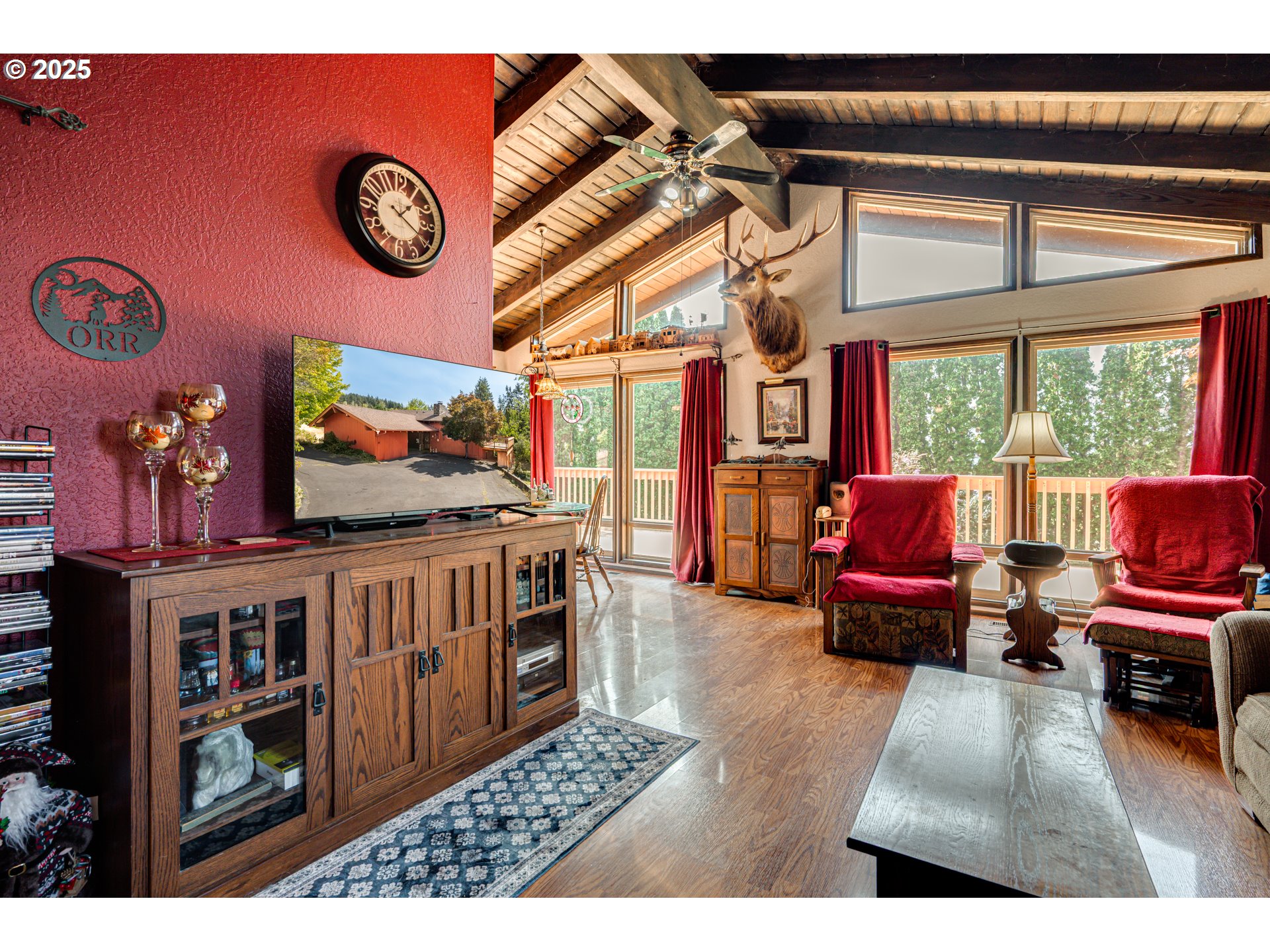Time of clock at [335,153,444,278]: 1:20
